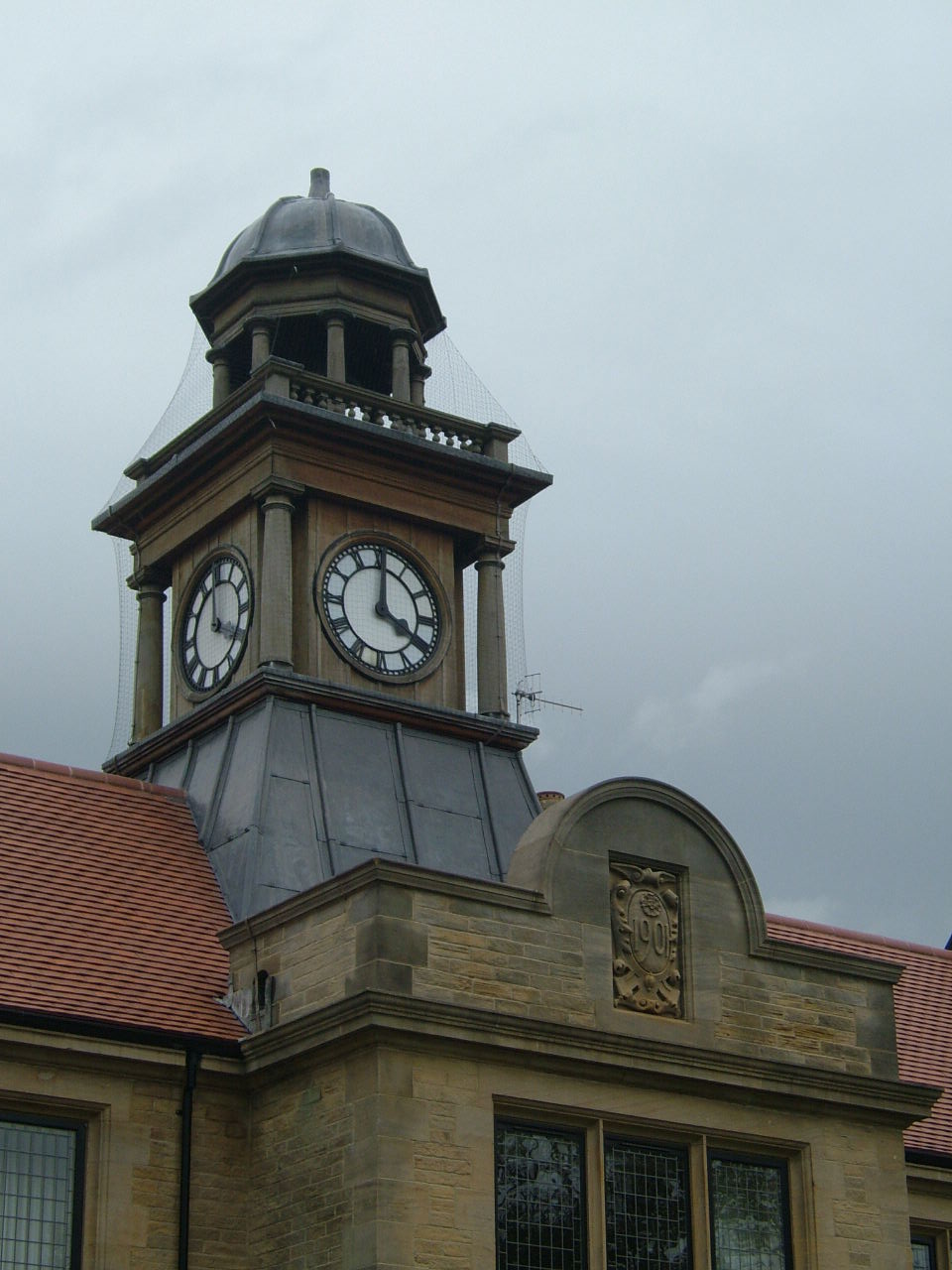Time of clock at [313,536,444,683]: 4:00
